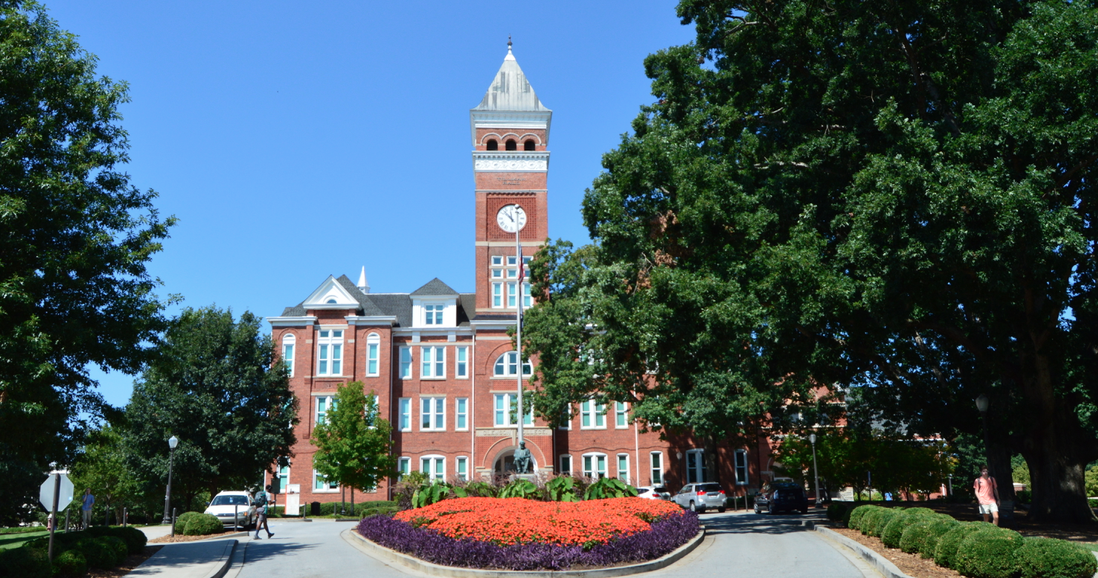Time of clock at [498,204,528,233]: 11:52
